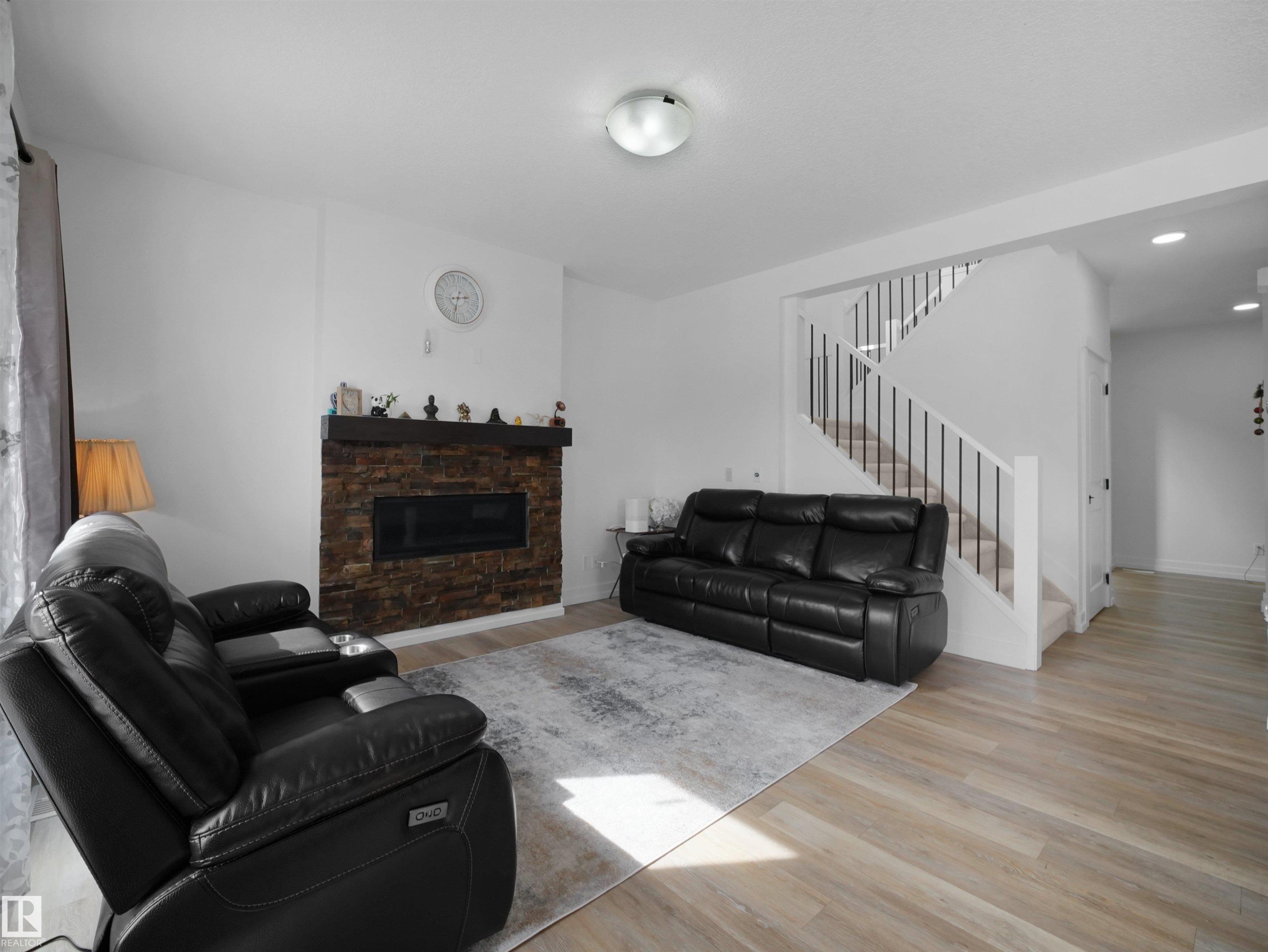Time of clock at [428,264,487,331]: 2:32
